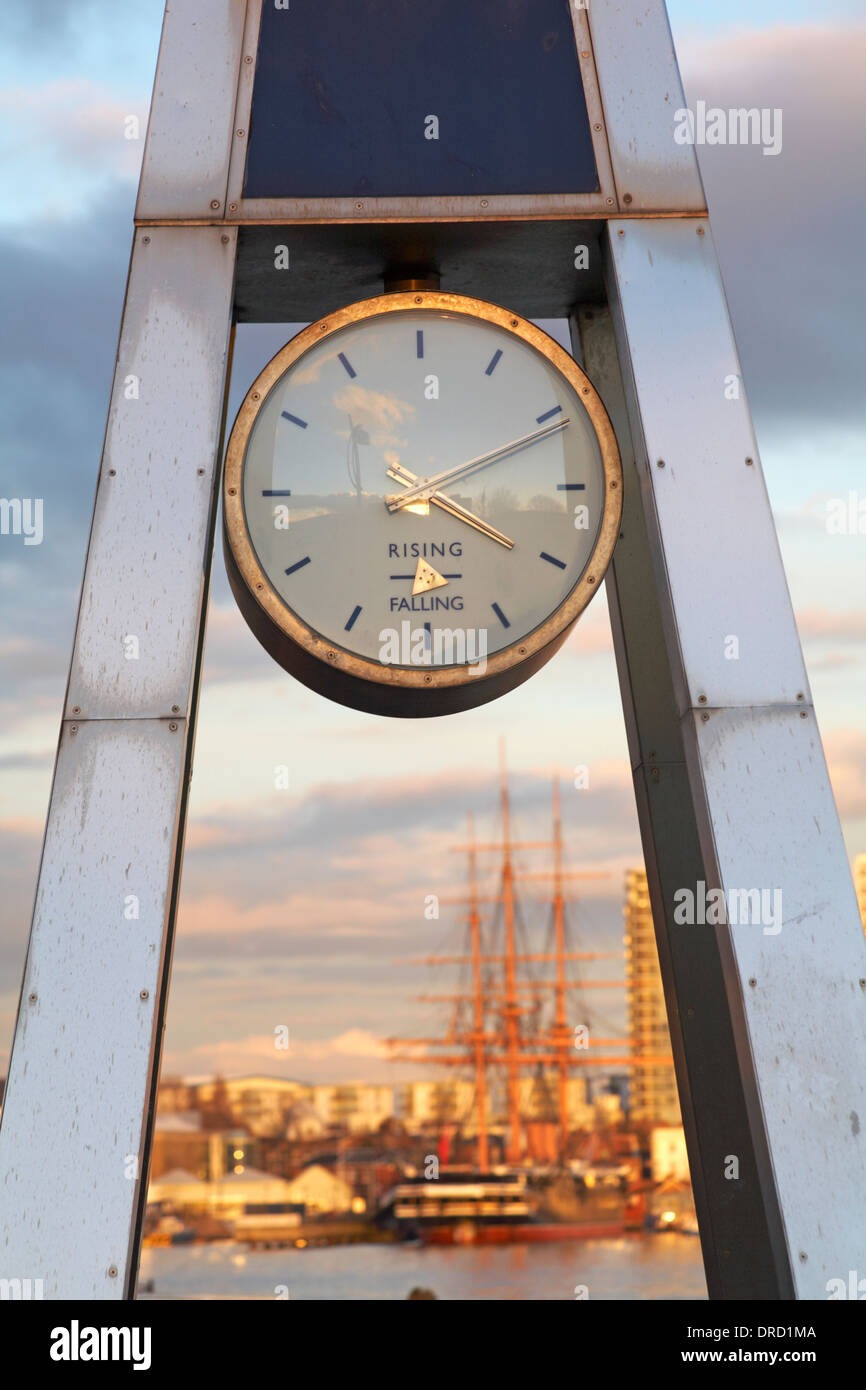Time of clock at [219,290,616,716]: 4:10
